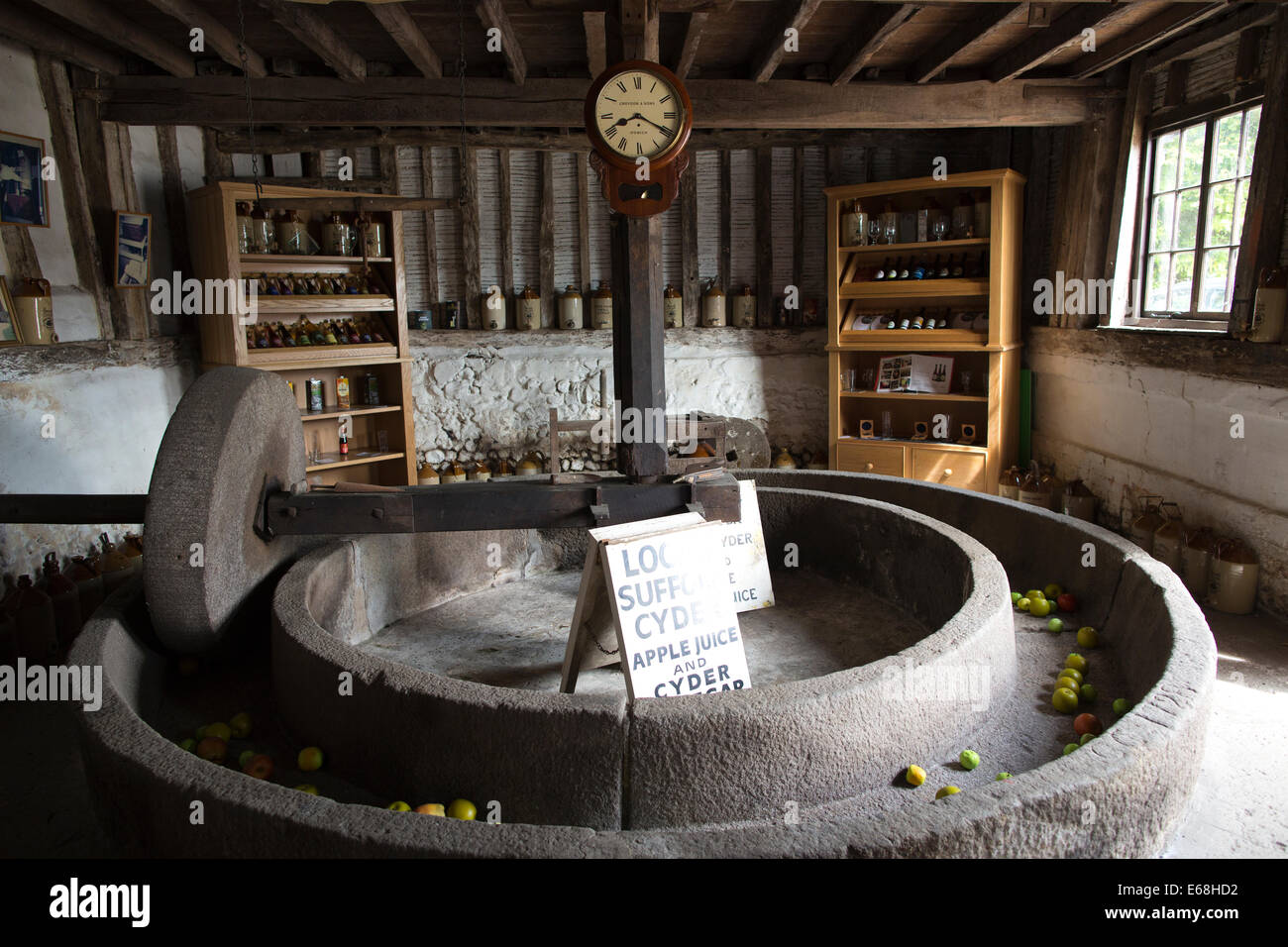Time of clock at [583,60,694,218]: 8:19
